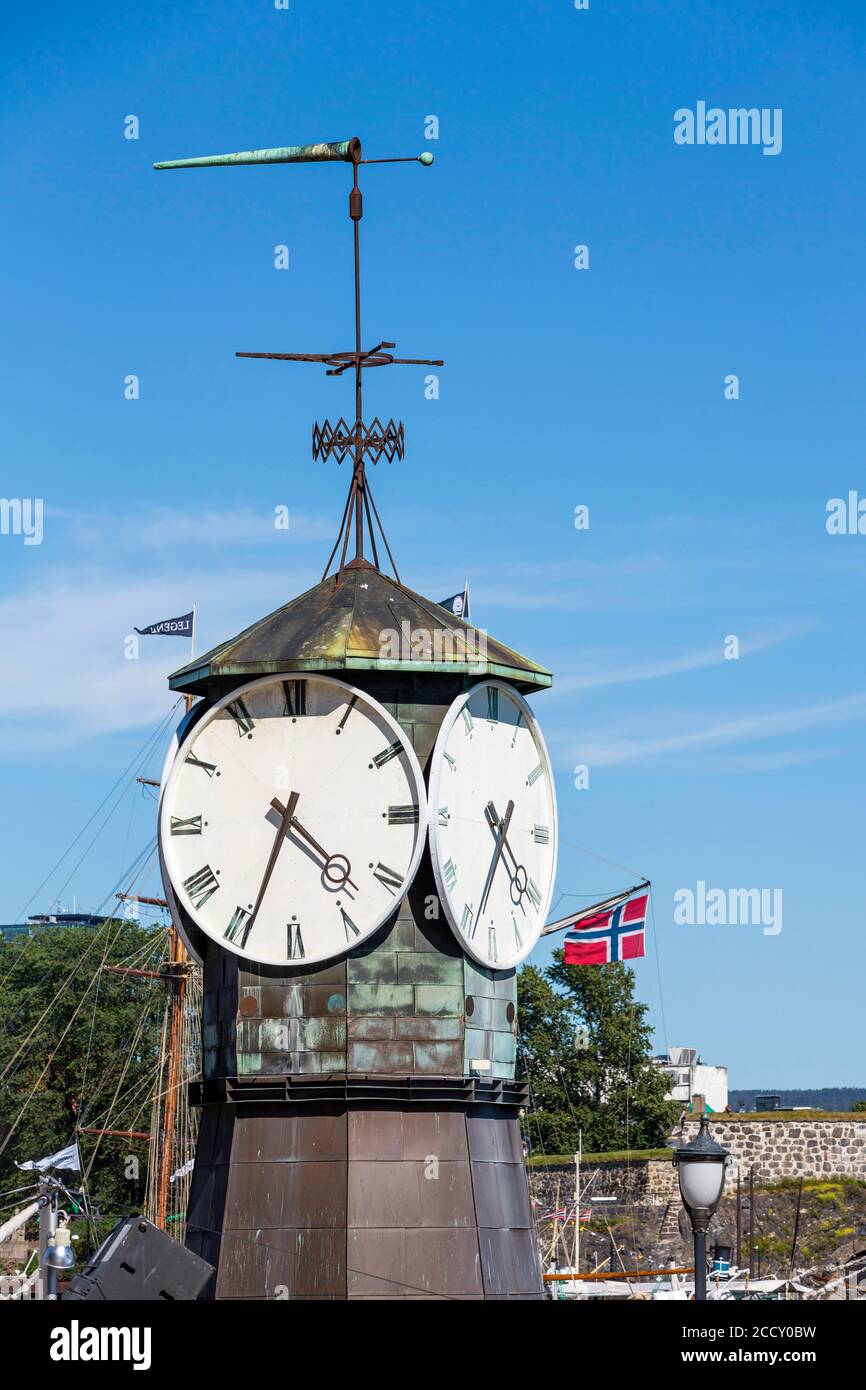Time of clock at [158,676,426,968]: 4:33
